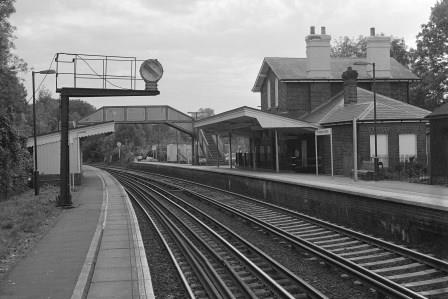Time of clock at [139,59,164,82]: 10:20
